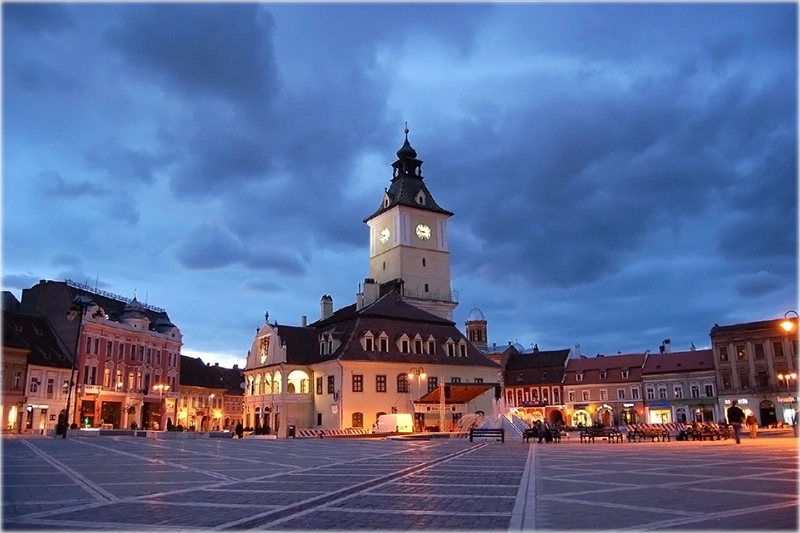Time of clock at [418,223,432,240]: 8:48
